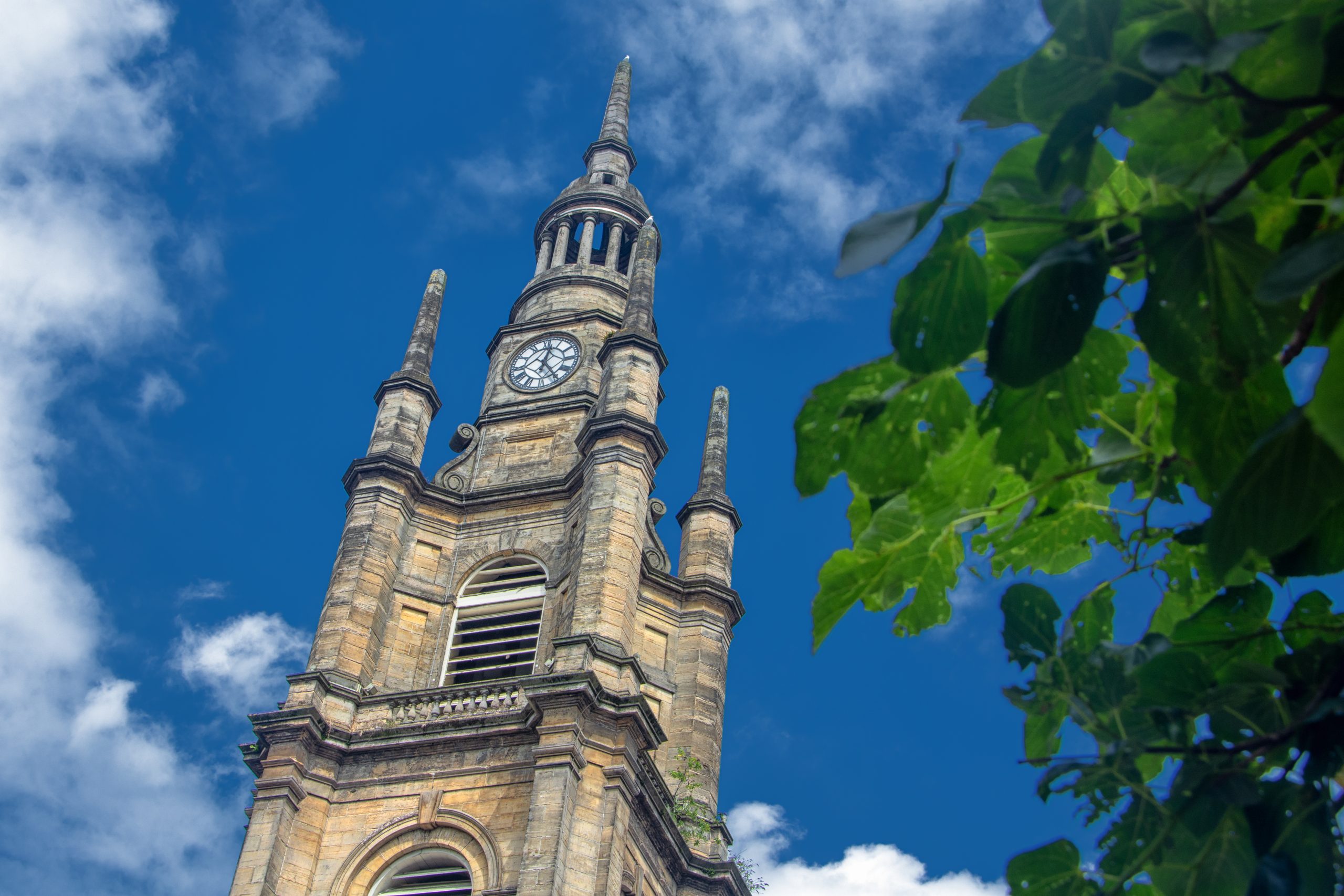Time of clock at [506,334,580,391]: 12:24
